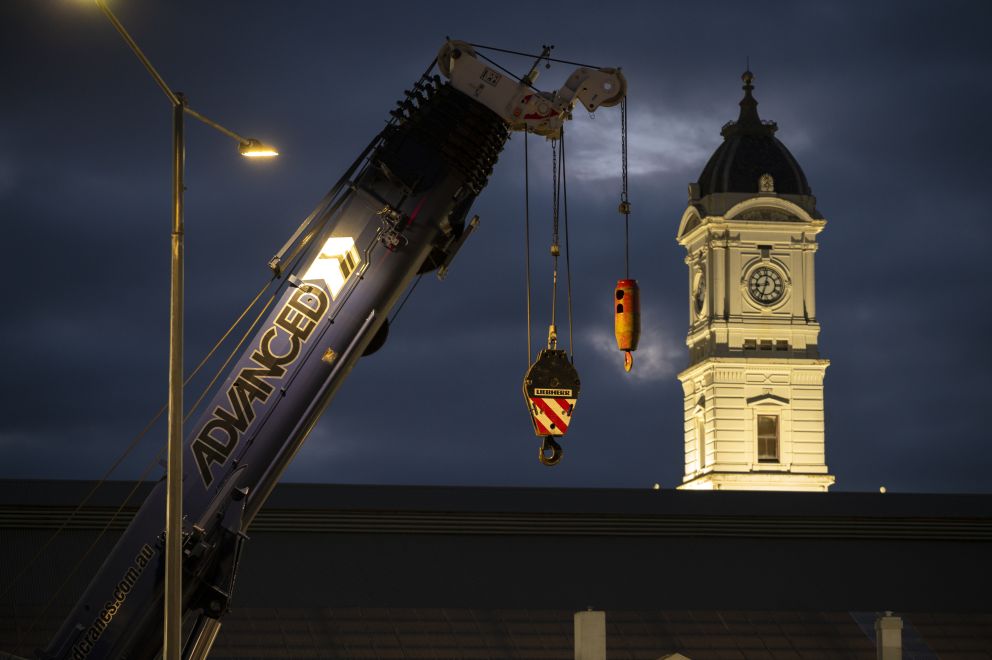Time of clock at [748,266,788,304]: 8:33
